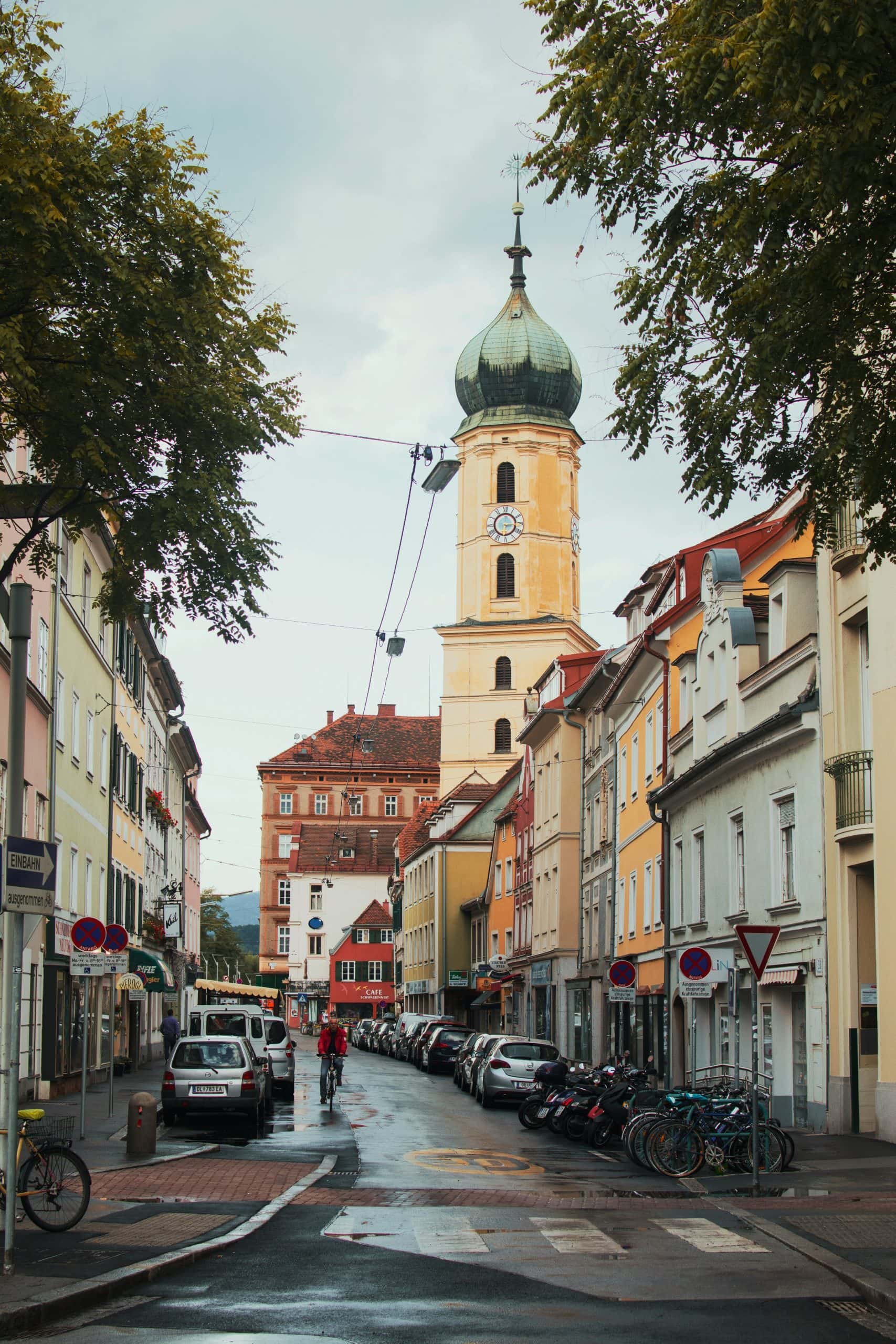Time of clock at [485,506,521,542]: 6:15
